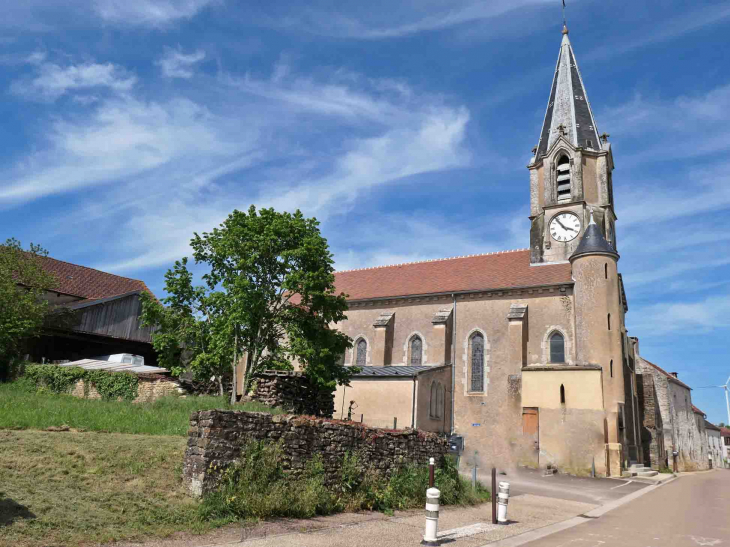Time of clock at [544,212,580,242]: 3:53
